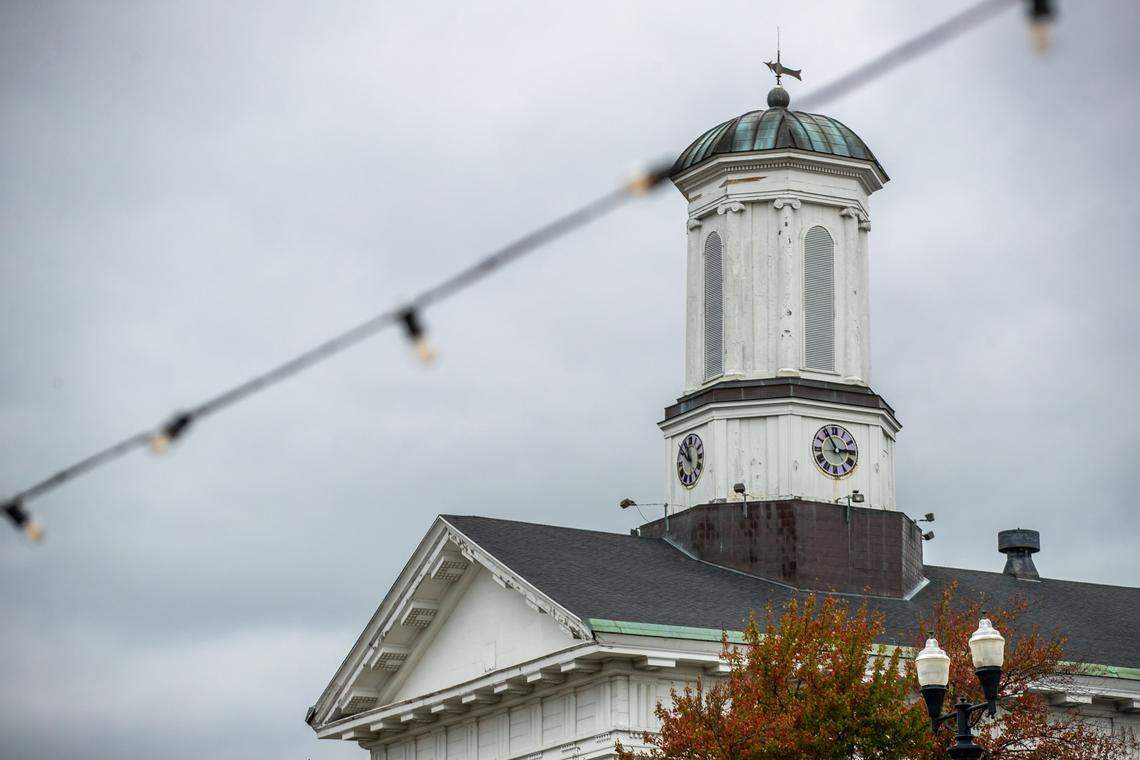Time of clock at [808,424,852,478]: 2:55
